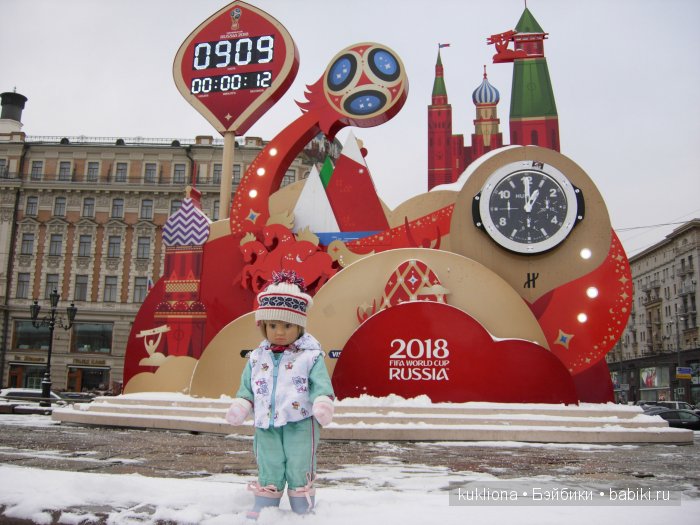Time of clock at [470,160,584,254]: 1:00
